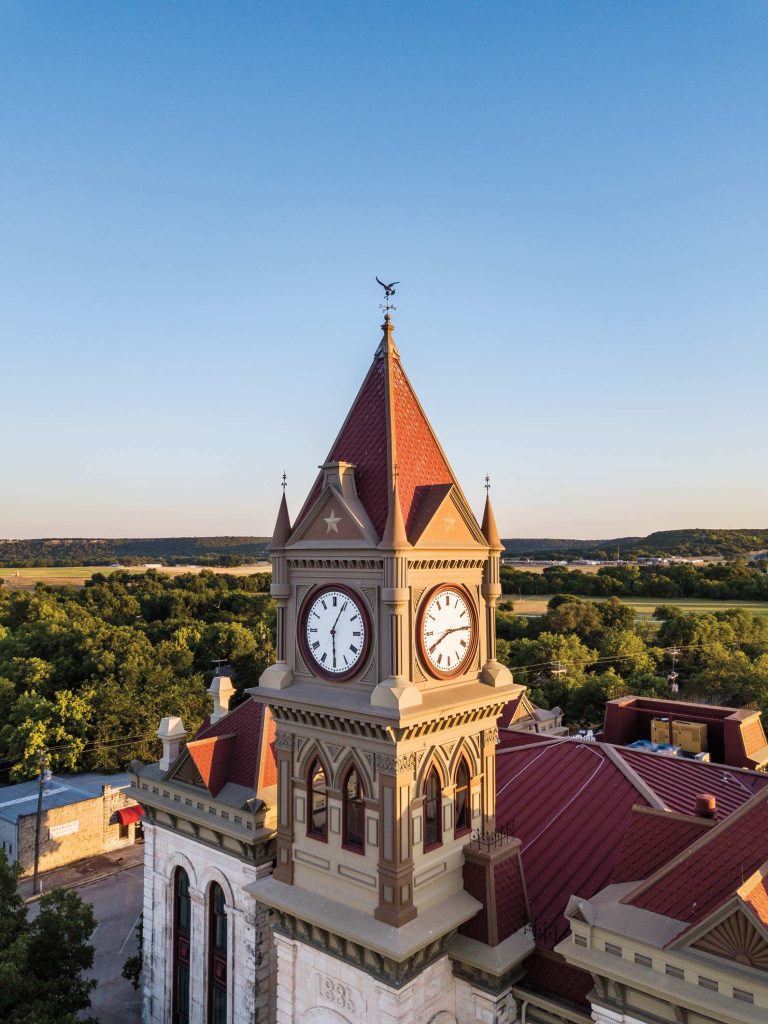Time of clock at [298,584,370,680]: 6:04
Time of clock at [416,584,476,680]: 8:14
